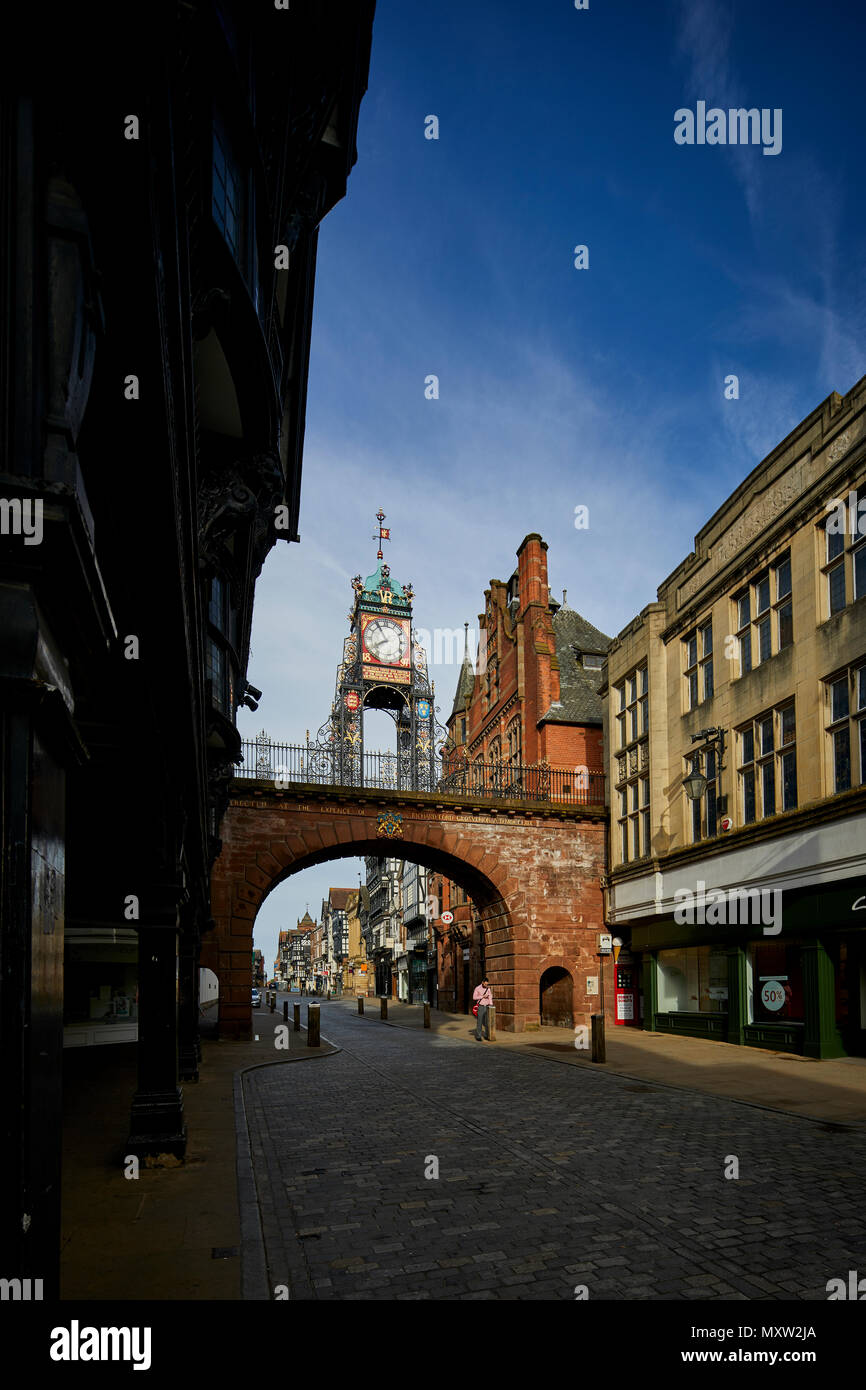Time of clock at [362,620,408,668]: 7:54
